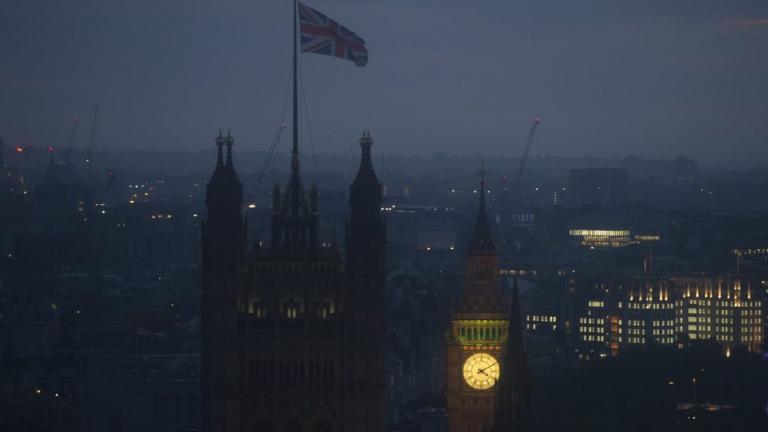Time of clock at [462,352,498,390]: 4:09
